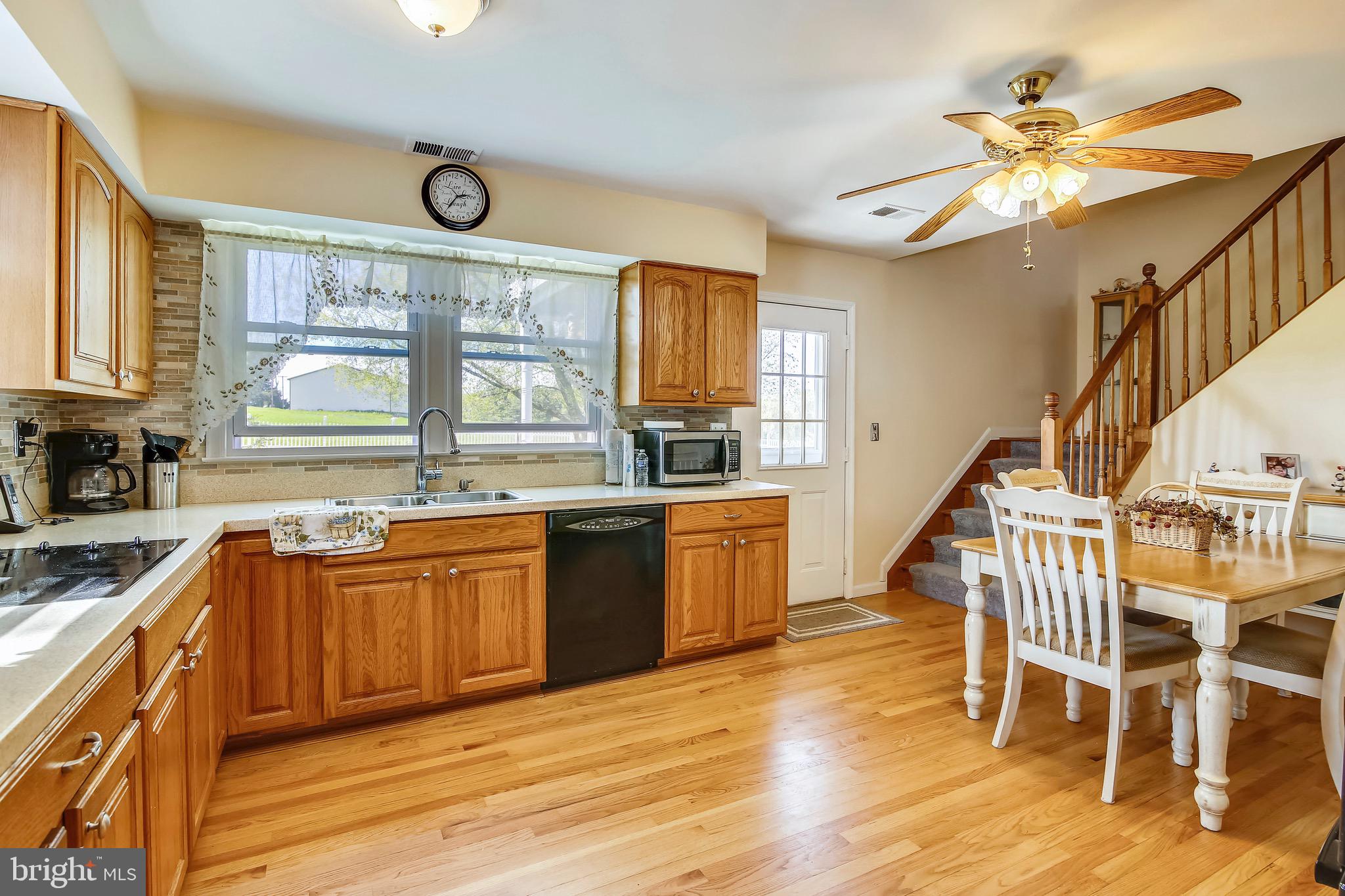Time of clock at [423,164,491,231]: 2:37
